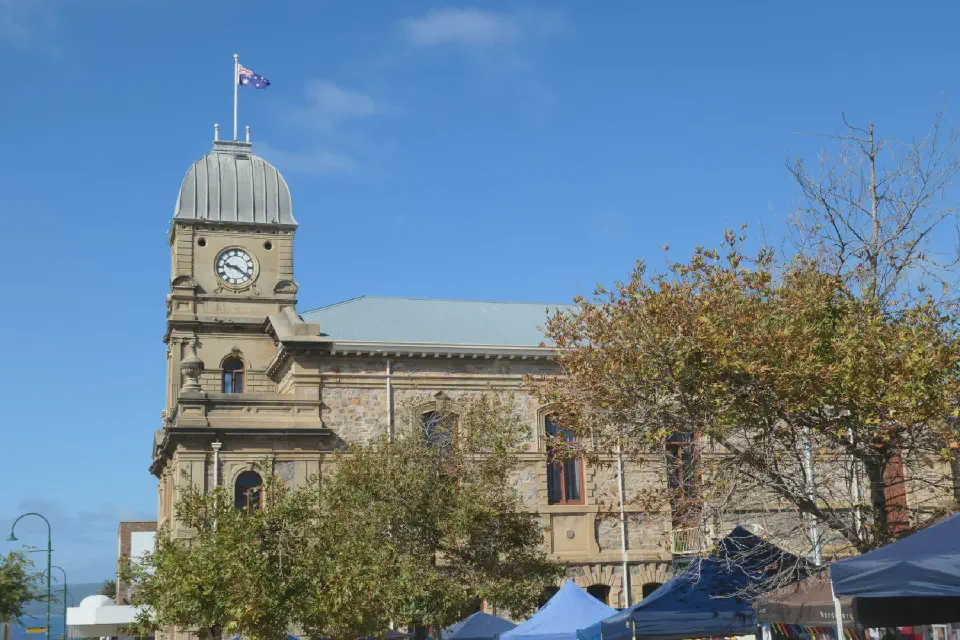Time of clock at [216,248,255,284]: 9:21
